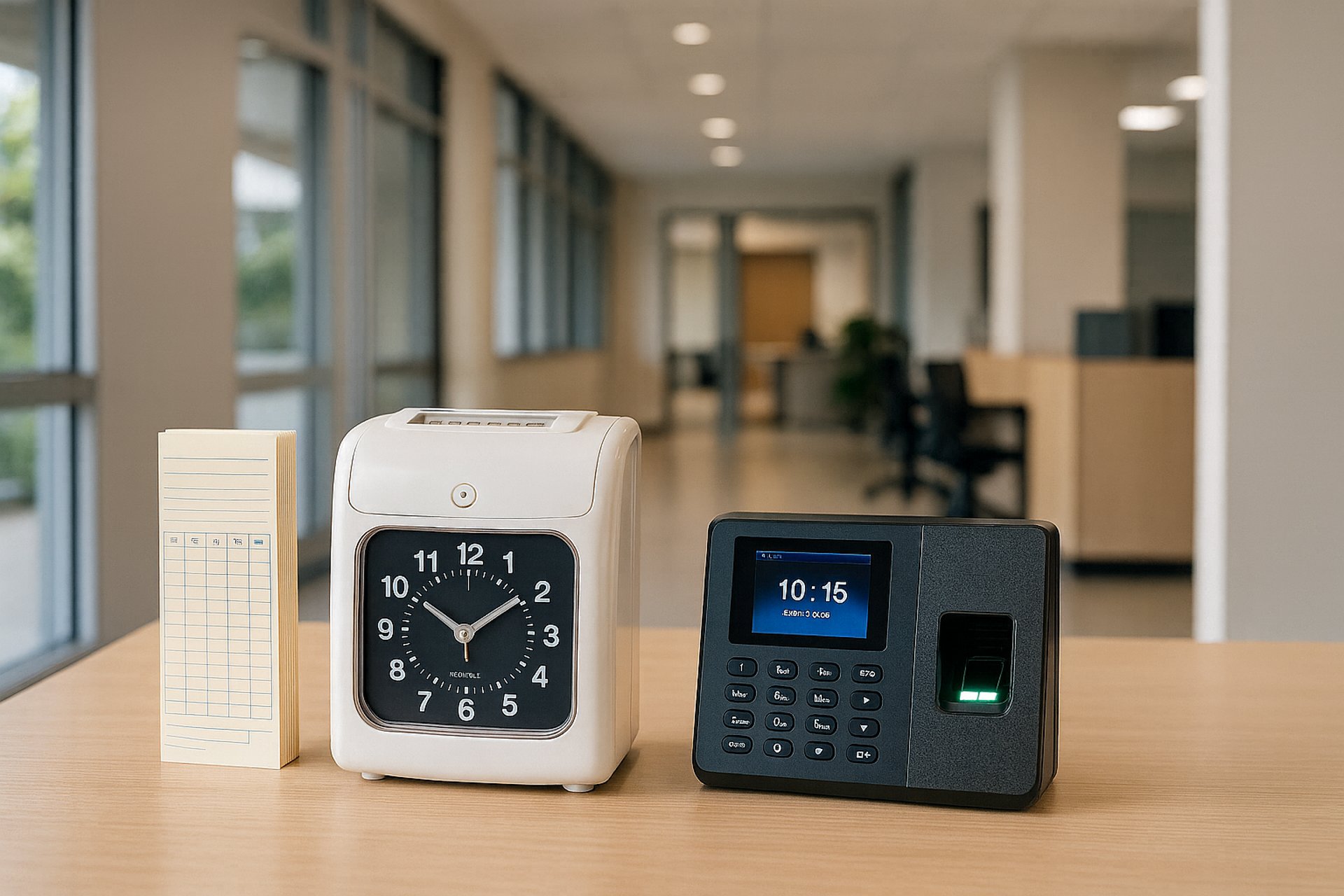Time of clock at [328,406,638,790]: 1:50
